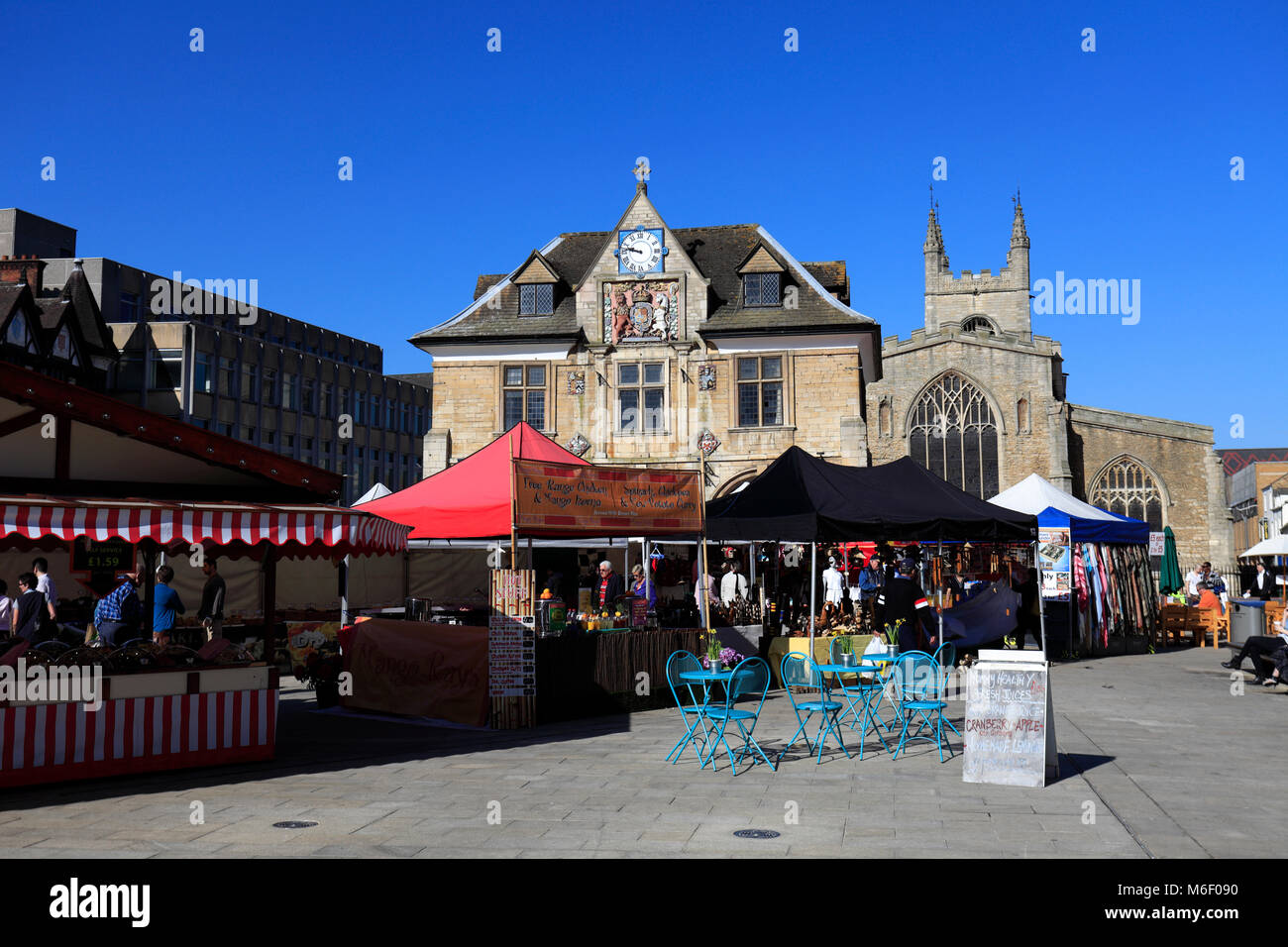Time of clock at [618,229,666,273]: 9:47
